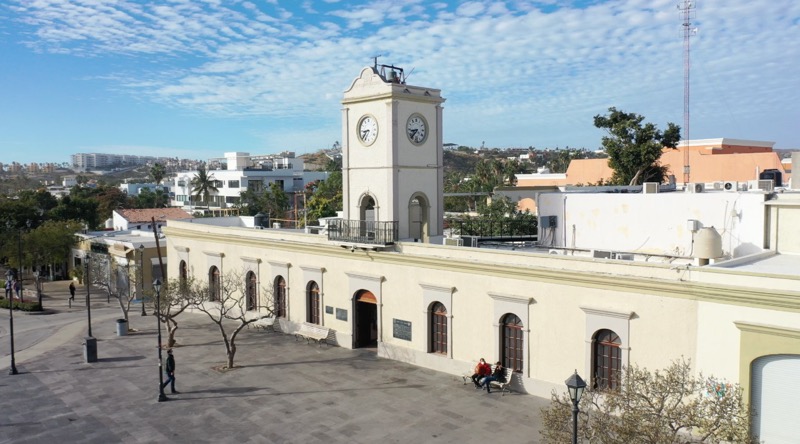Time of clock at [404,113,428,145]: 8:38
